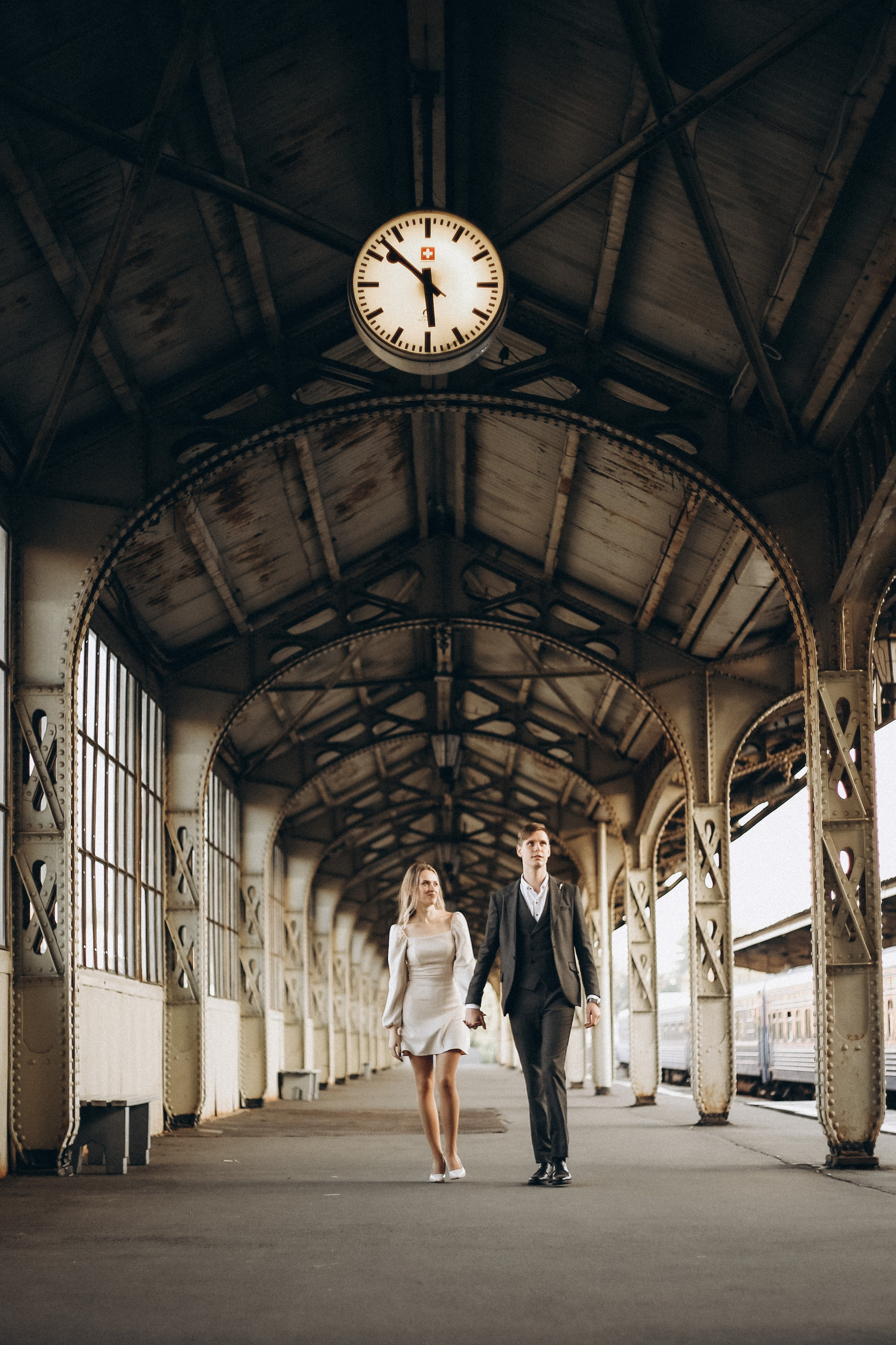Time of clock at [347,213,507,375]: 5:52
